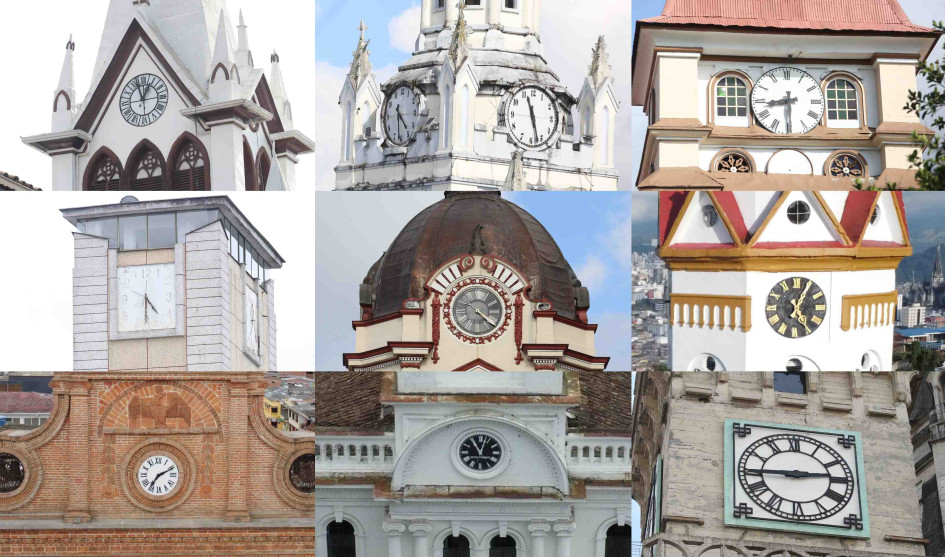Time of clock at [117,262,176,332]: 4:31
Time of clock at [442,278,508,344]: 4:21
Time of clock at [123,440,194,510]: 7:10
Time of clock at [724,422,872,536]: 2:44
